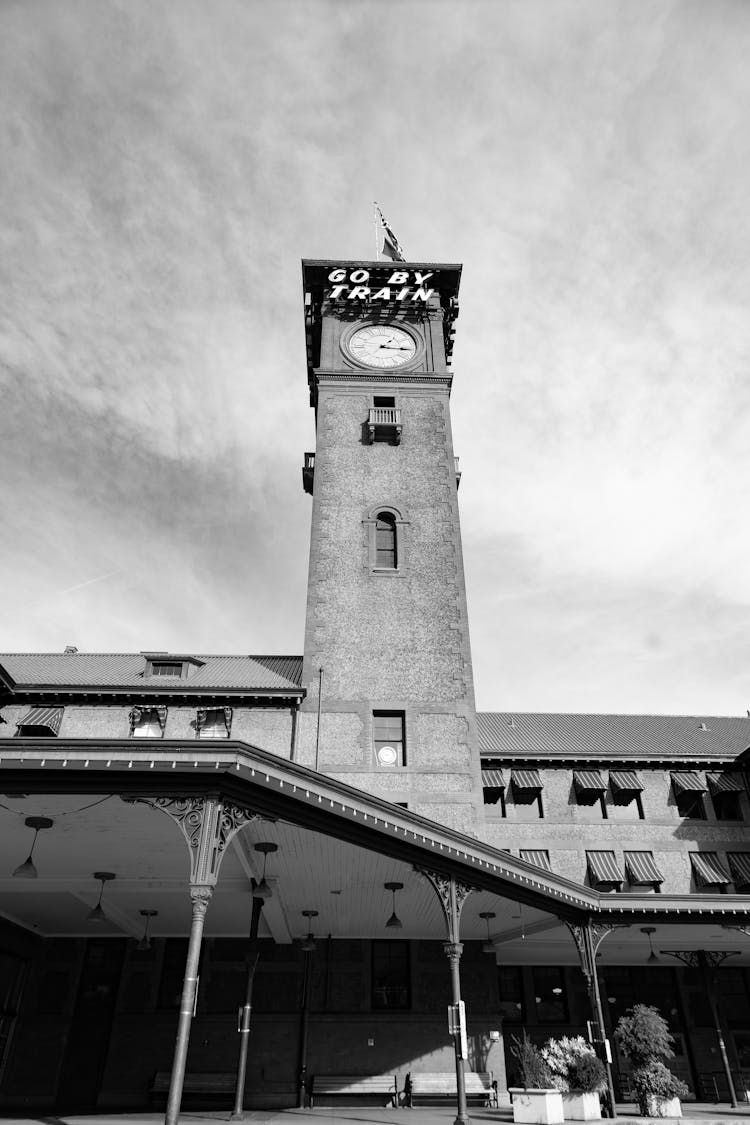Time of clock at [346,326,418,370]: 1:16
